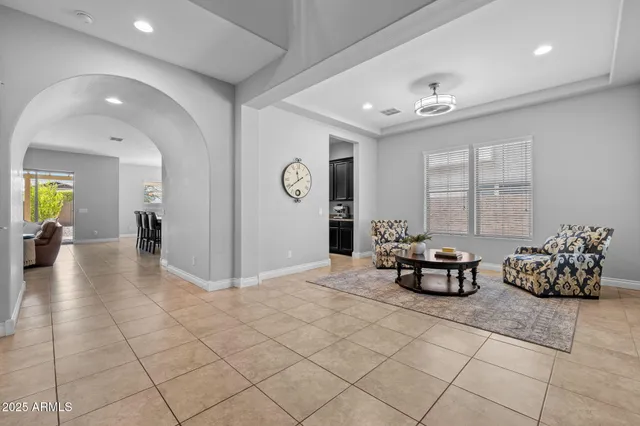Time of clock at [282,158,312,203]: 11:38
